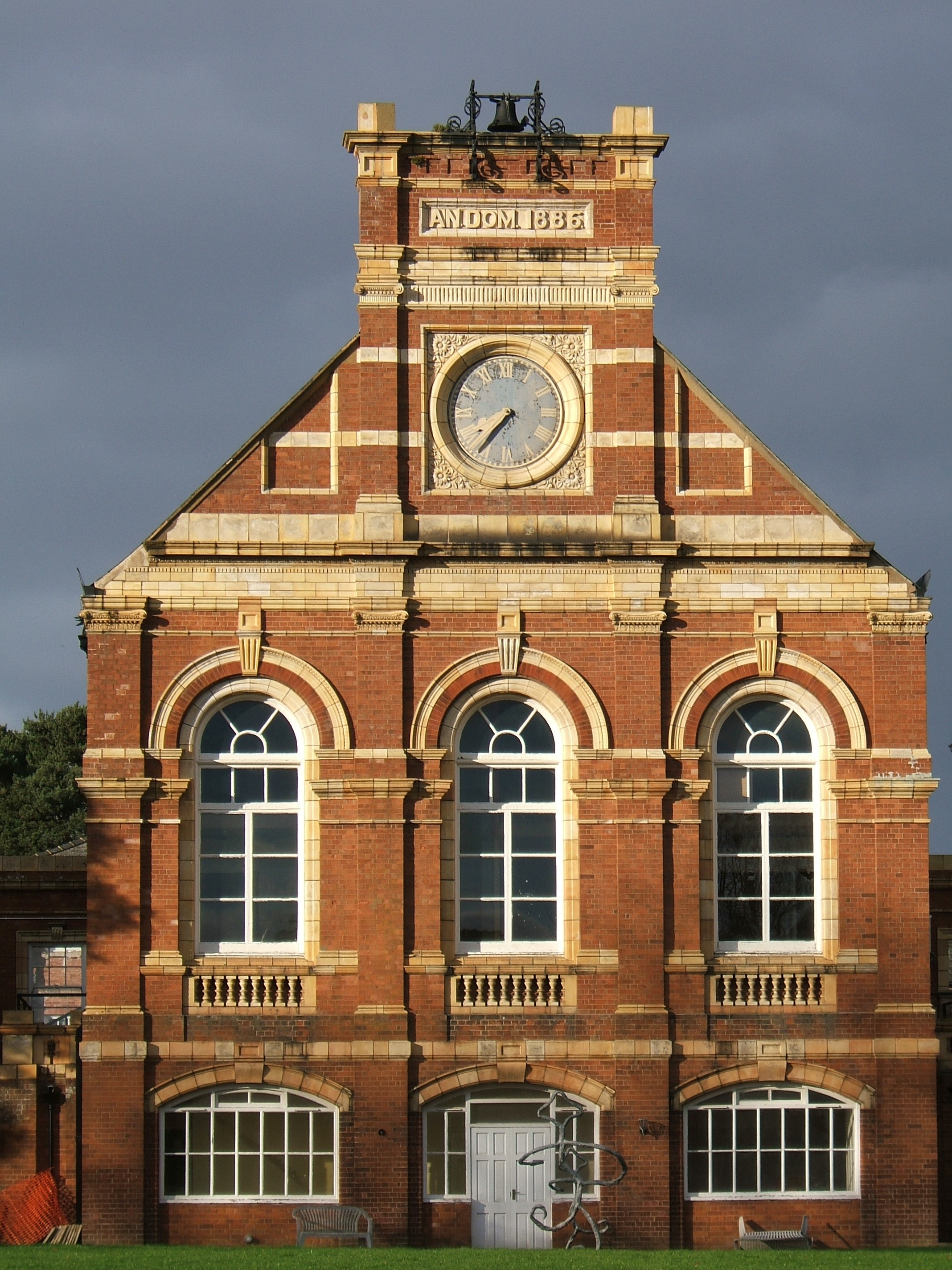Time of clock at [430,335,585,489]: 7:36
